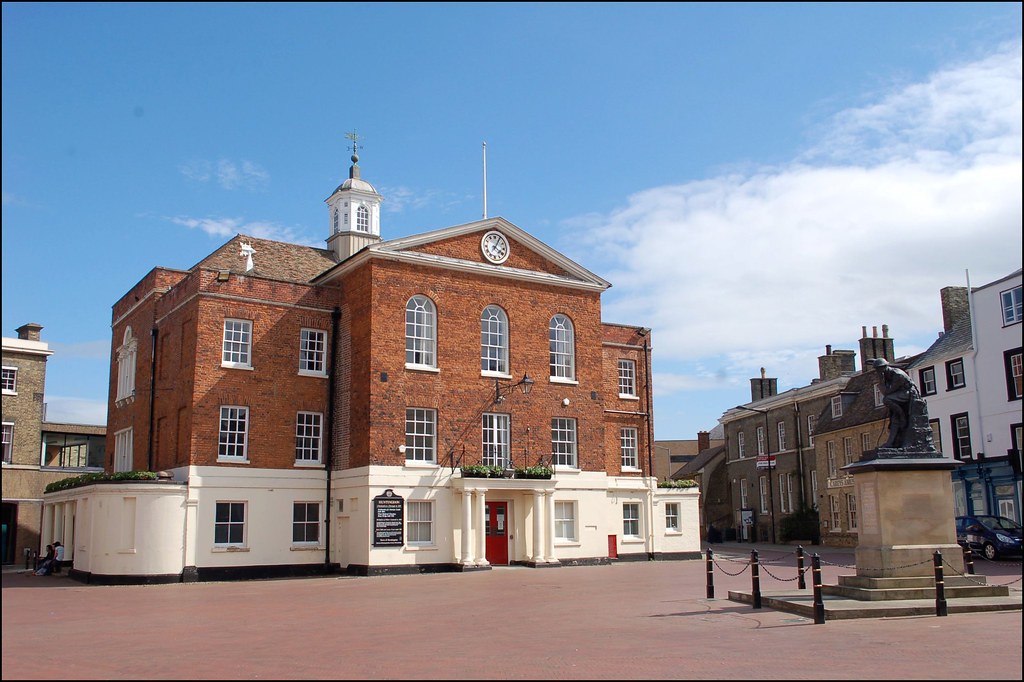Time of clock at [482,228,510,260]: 4:04
